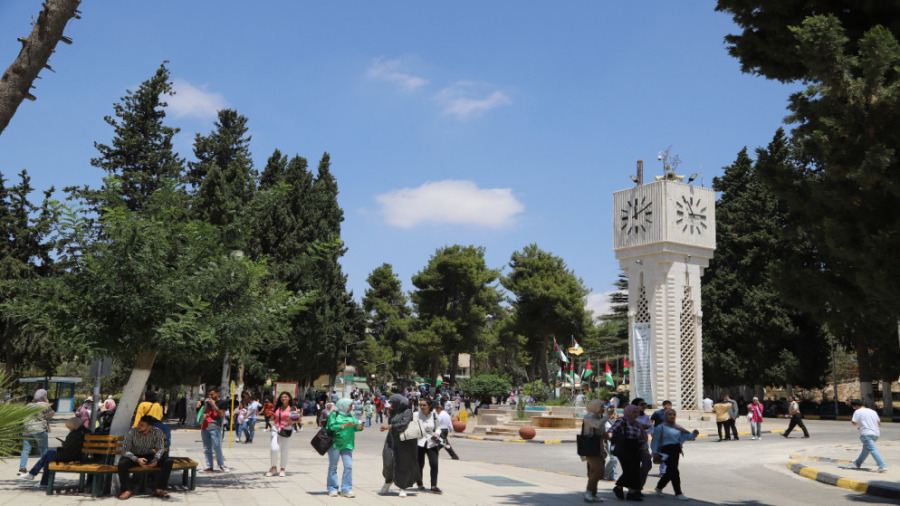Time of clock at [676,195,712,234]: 2:56
